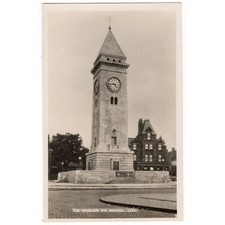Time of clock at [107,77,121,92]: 4:44
